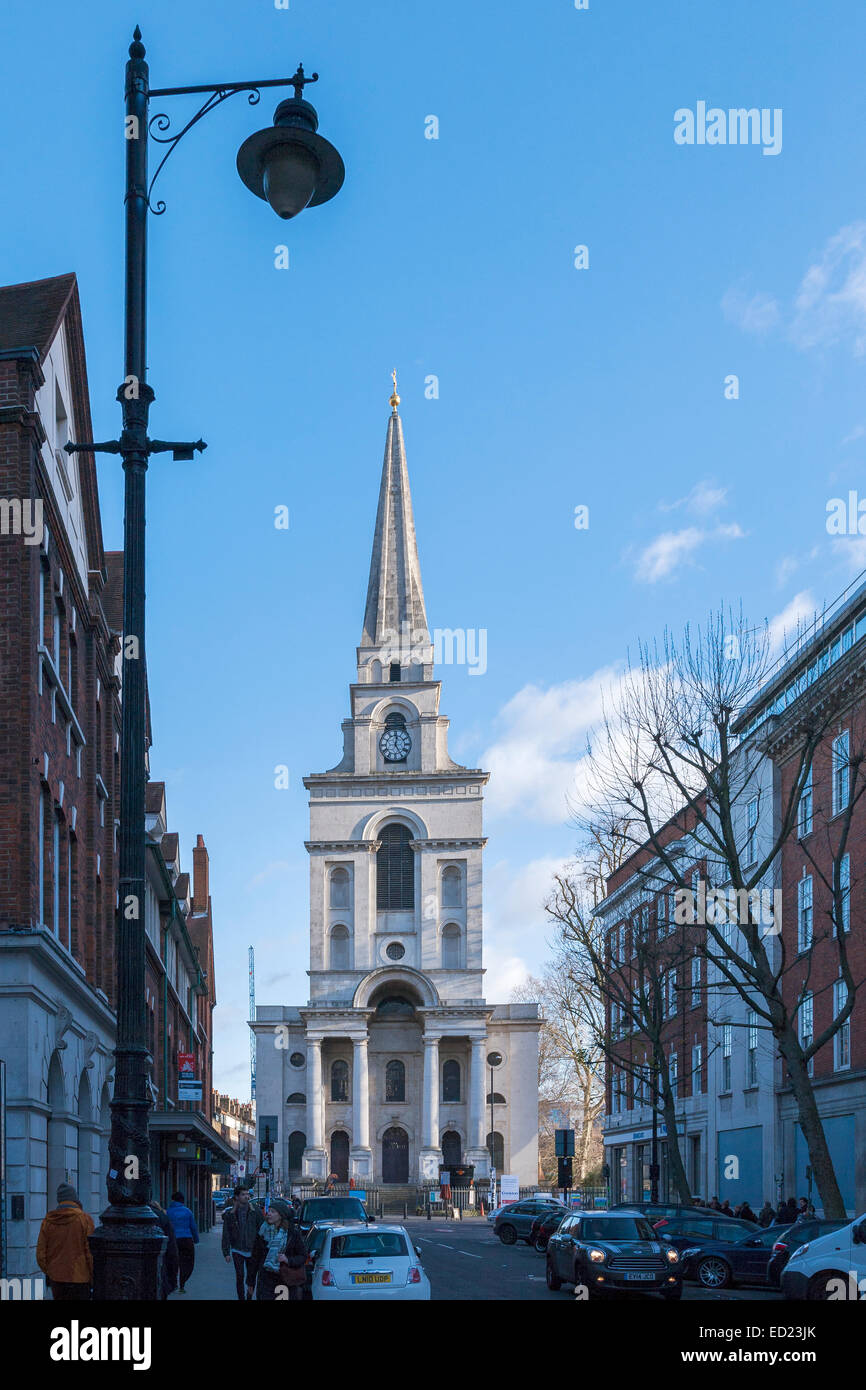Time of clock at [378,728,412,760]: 12:24
